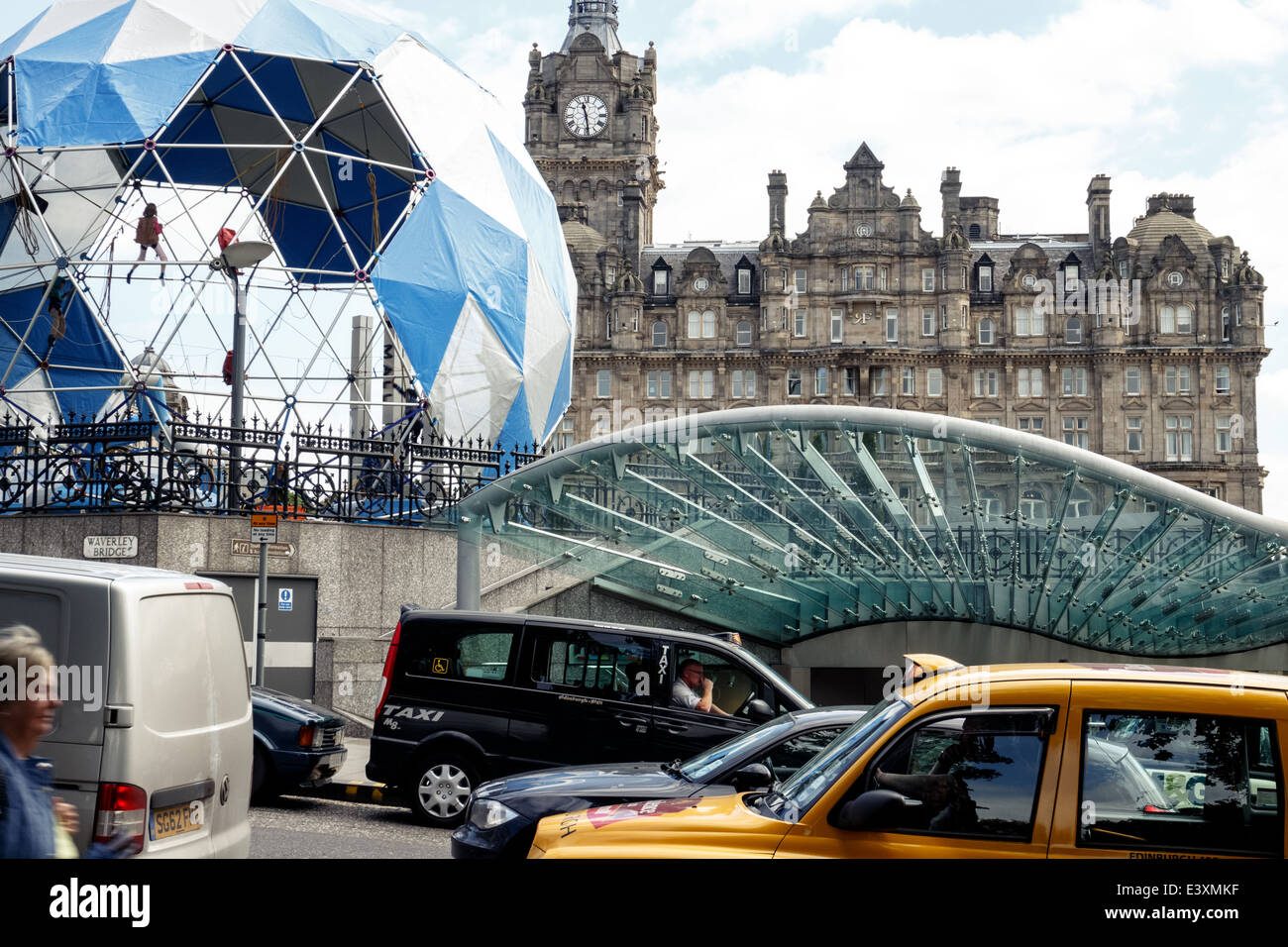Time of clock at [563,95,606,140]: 11:28
